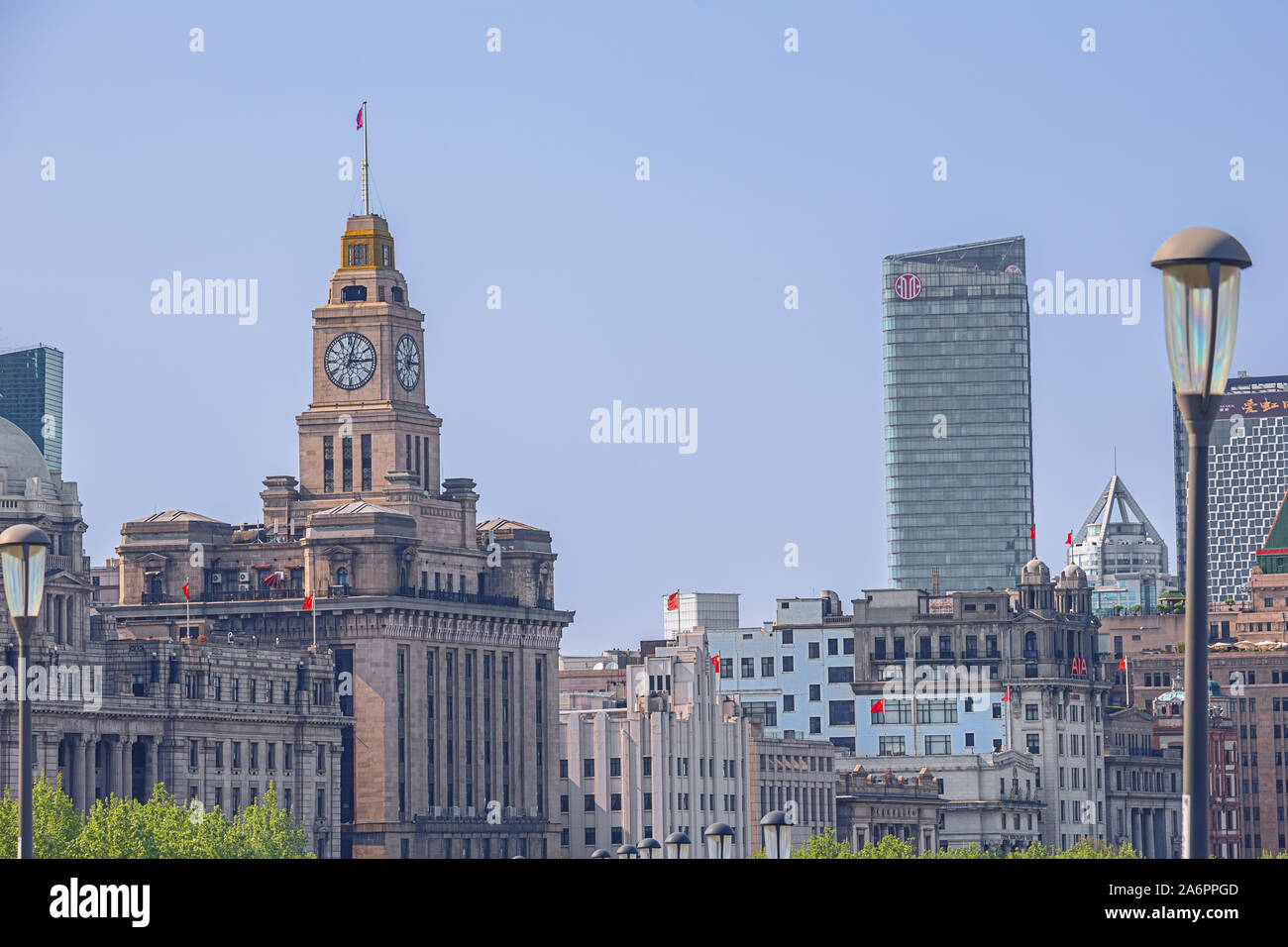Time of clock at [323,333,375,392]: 3:02
